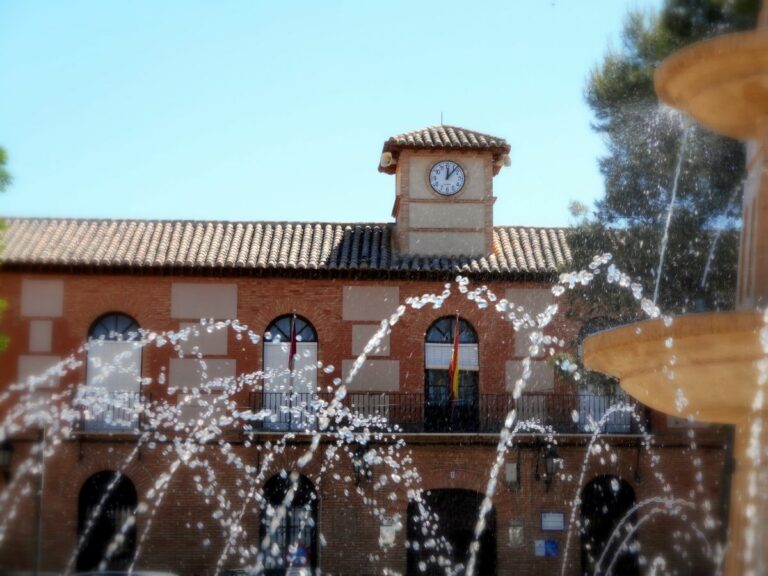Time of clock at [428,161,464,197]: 12:06
